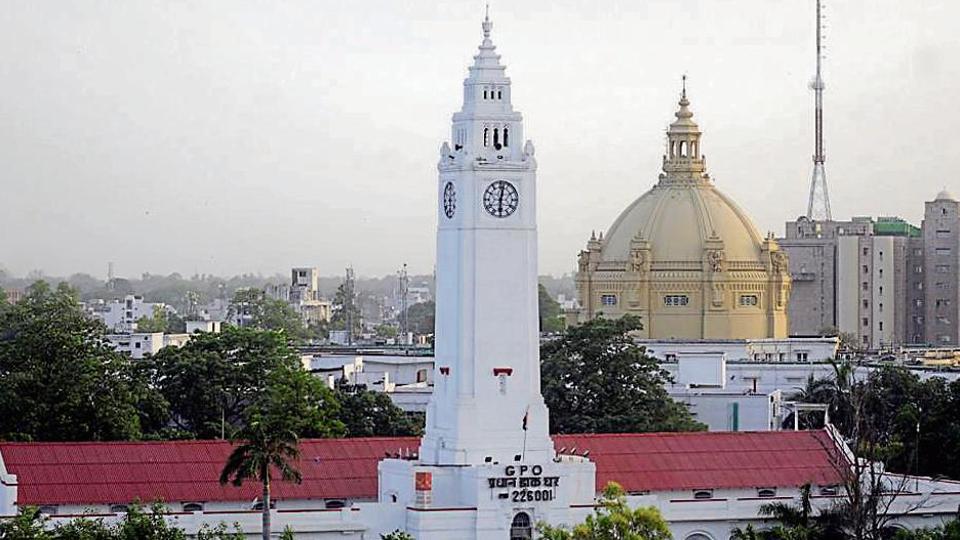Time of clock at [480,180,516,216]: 6:02
